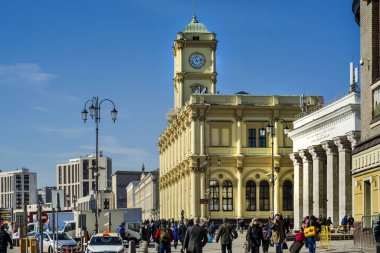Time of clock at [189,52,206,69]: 11:12
